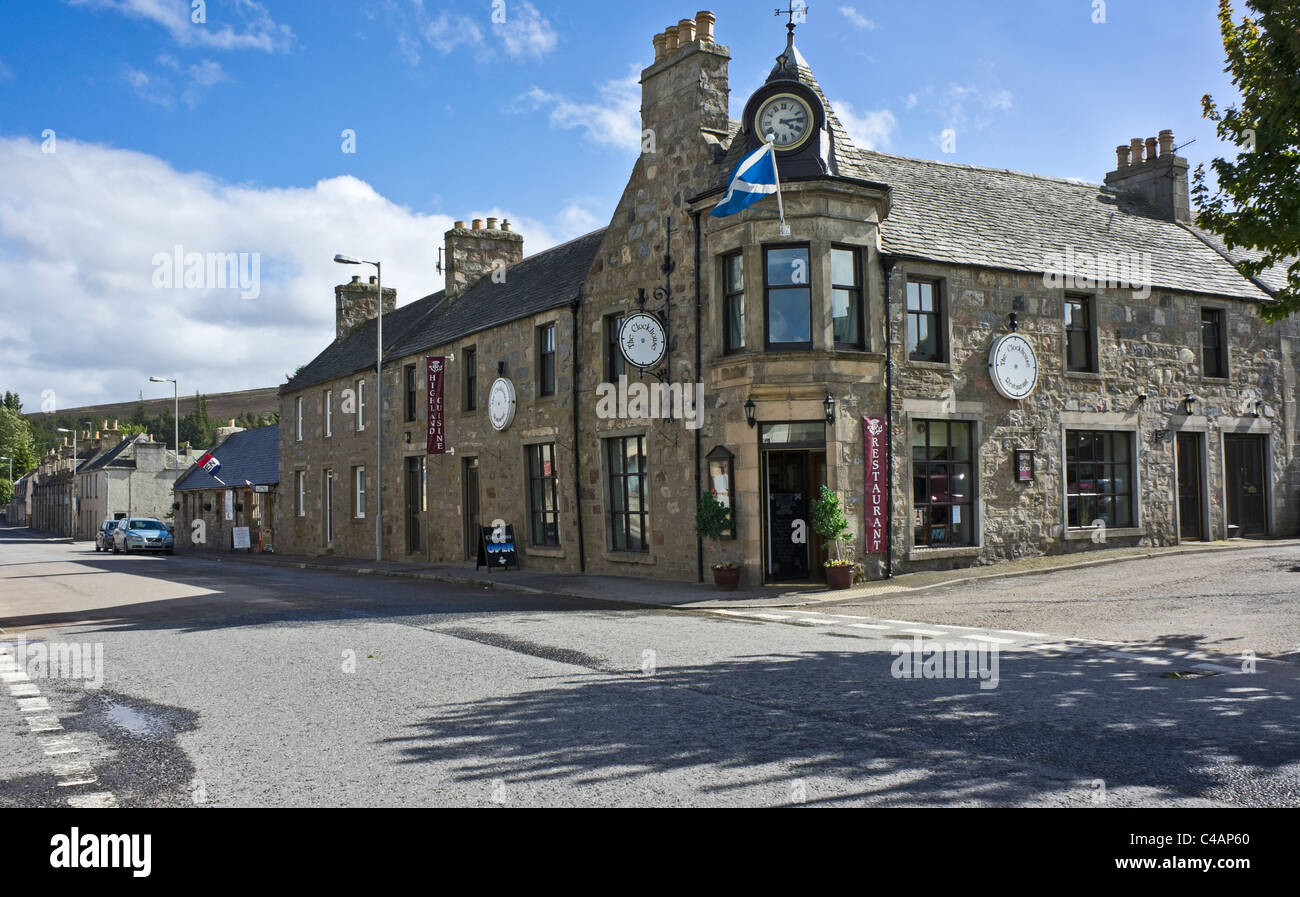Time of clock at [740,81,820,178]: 4:13
